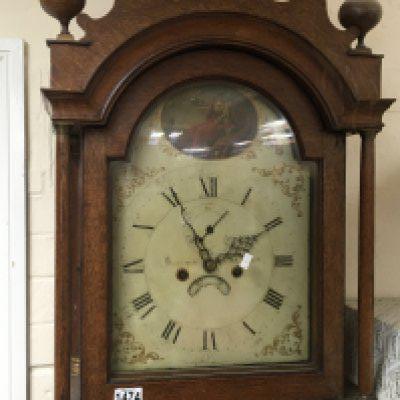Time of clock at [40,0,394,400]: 11:10
